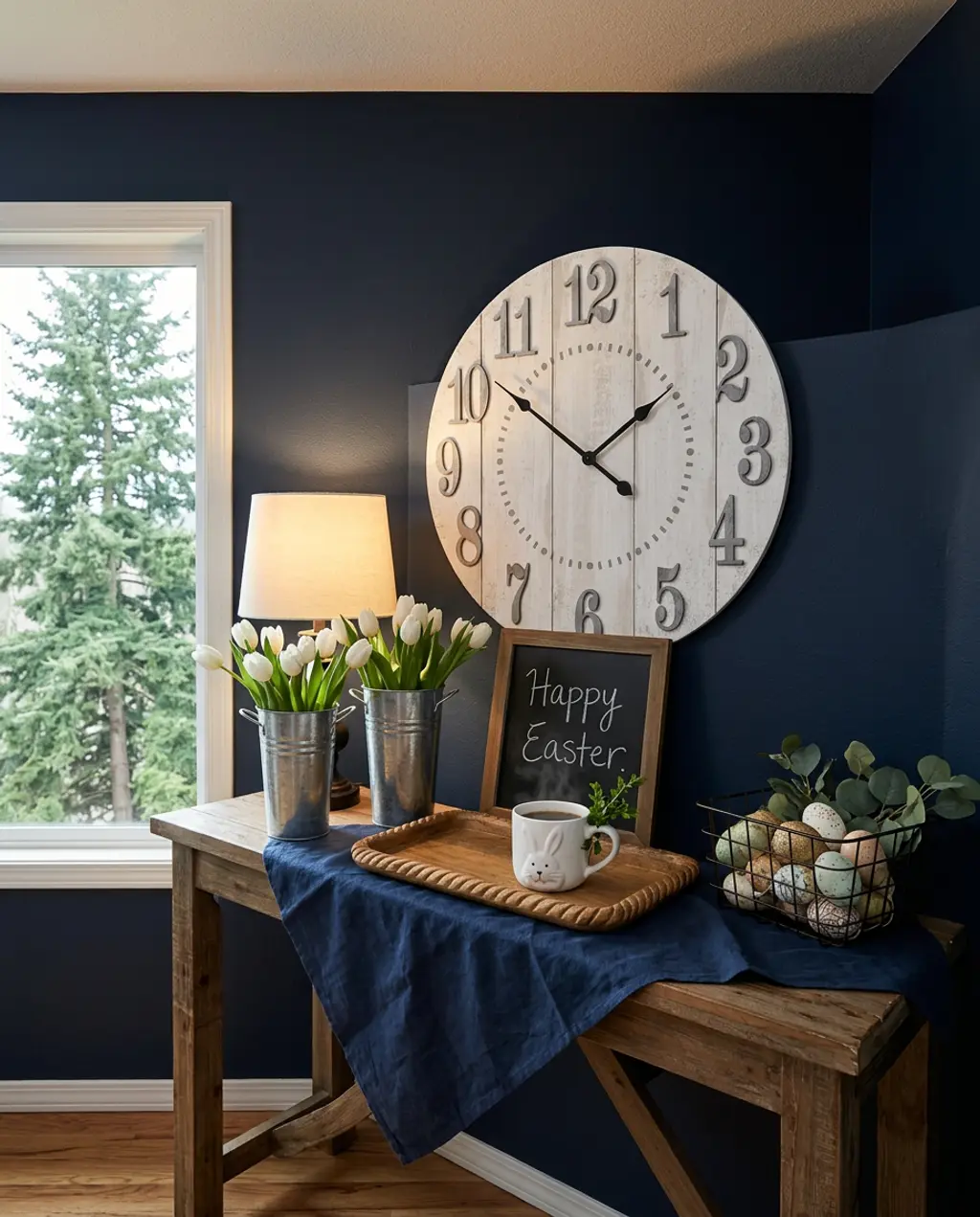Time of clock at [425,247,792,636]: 1:51
